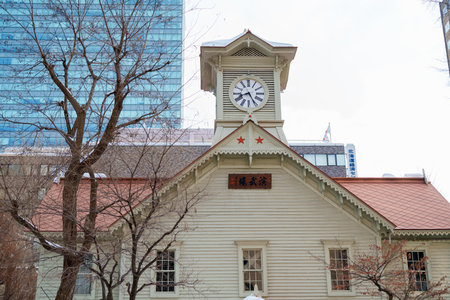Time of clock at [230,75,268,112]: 8:25
